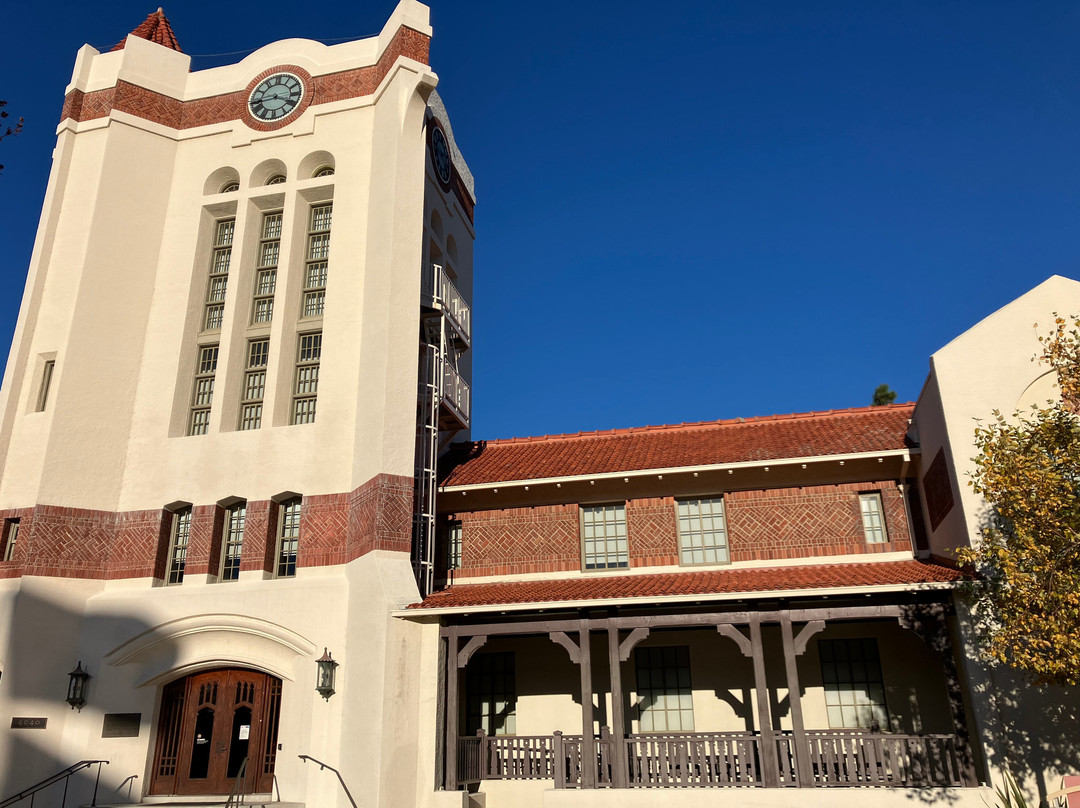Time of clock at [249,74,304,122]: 3:43
